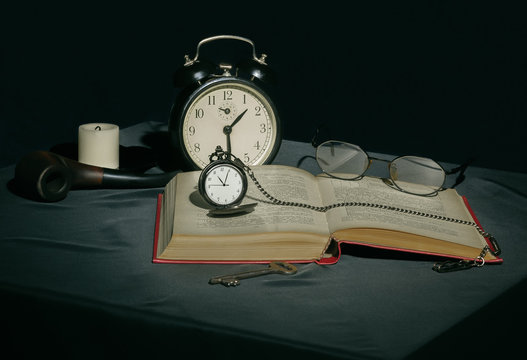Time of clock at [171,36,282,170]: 1:29
